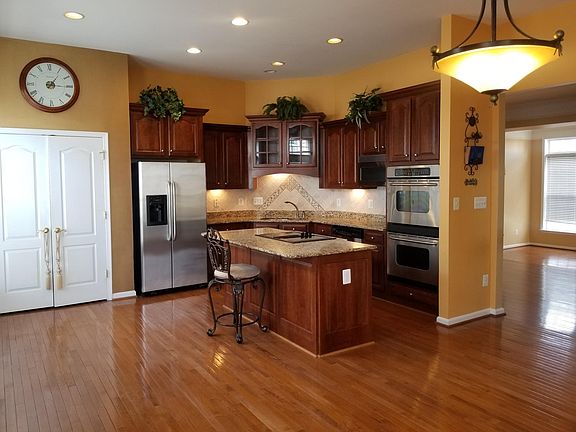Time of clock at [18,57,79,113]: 1:15
